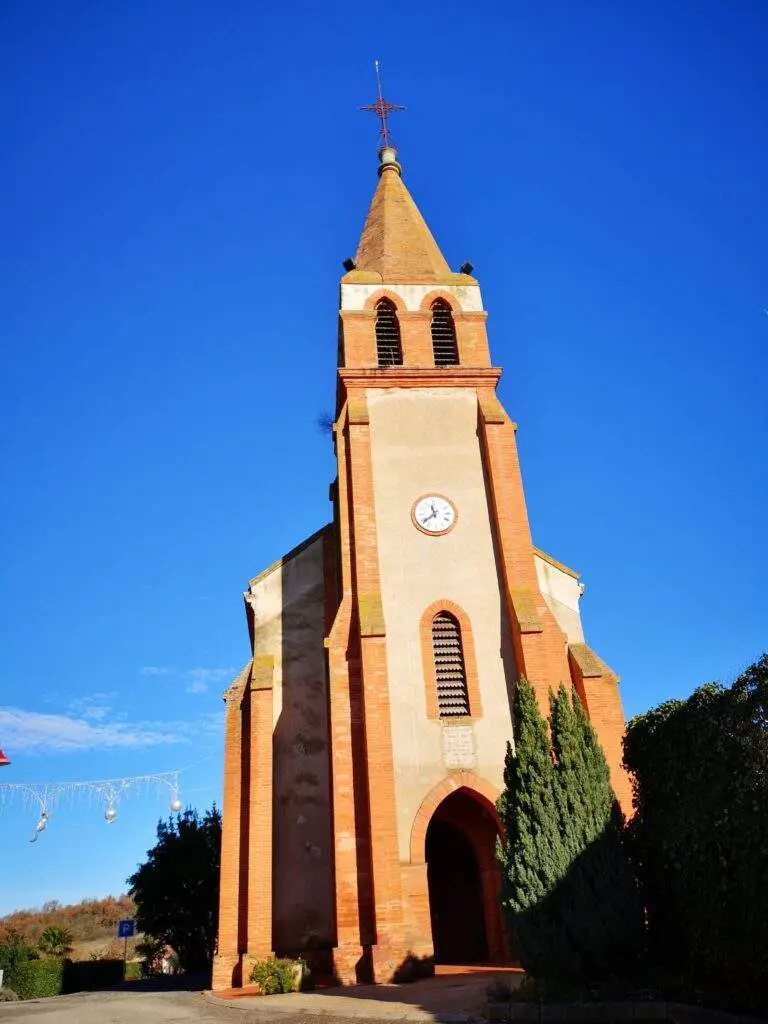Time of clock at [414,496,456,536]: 11:38
